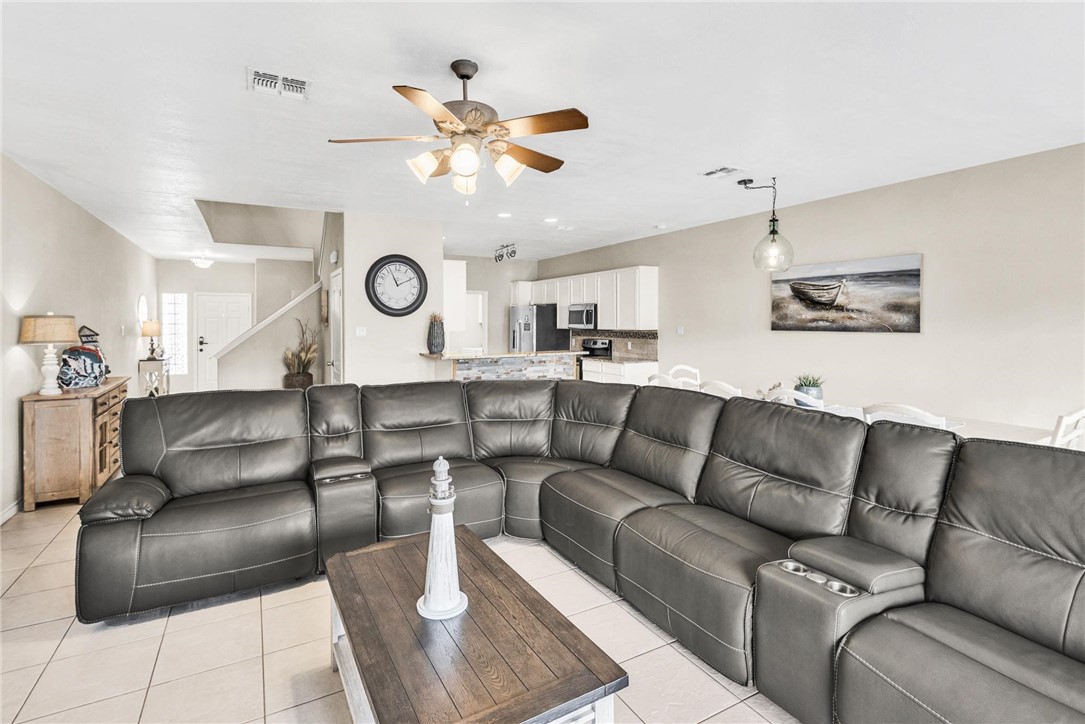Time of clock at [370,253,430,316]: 11:10
